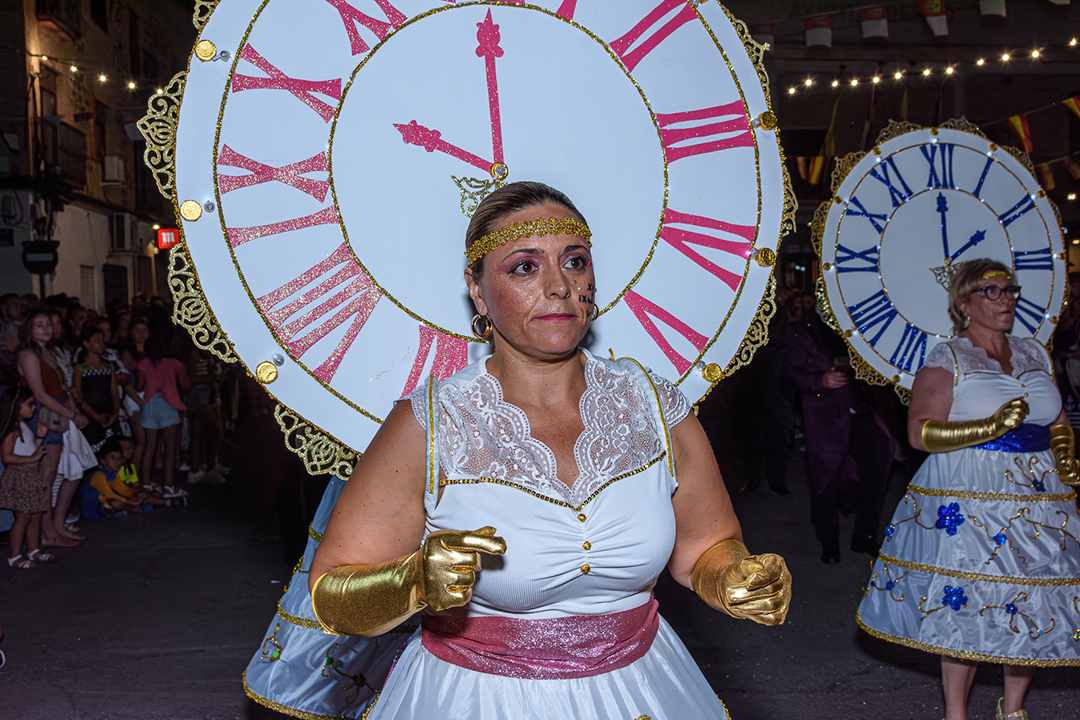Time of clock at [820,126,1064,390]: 2:00
